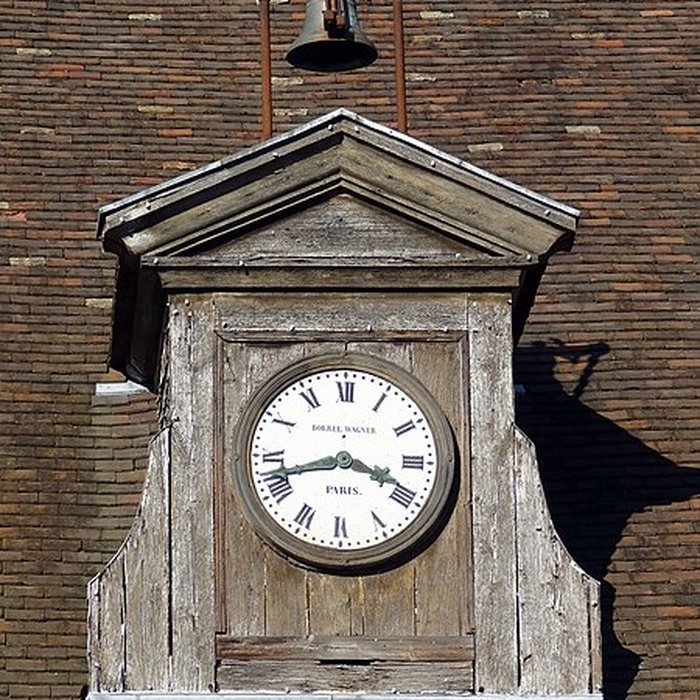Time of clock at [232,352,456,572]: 3:42
